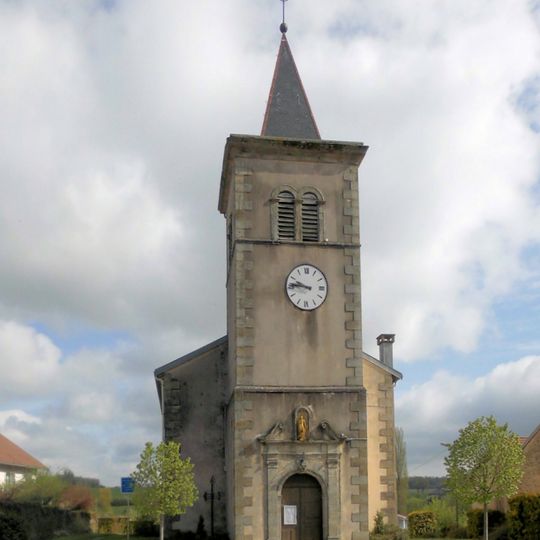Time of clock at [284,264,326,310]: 9:45
